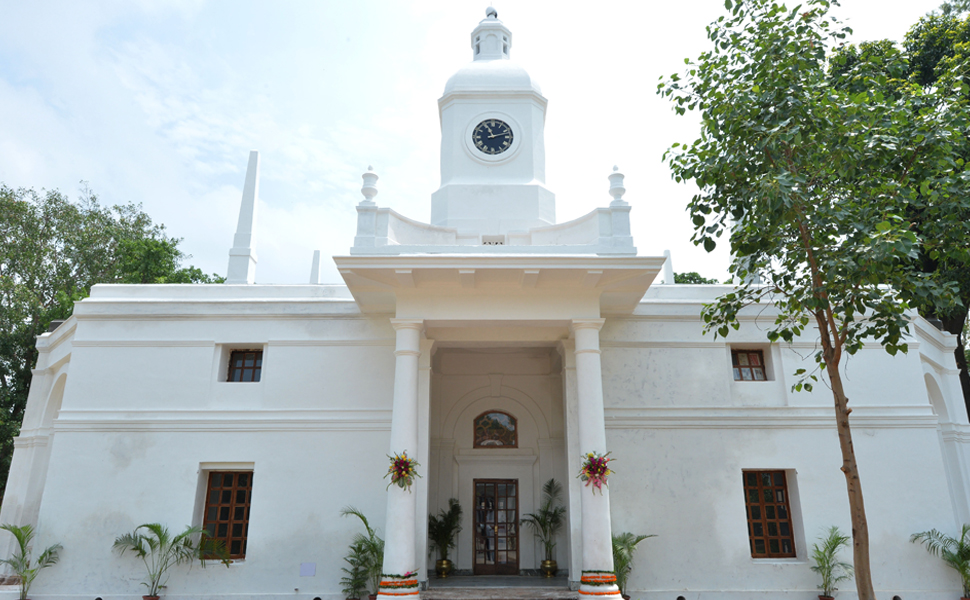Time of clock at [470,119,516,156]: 11:12
